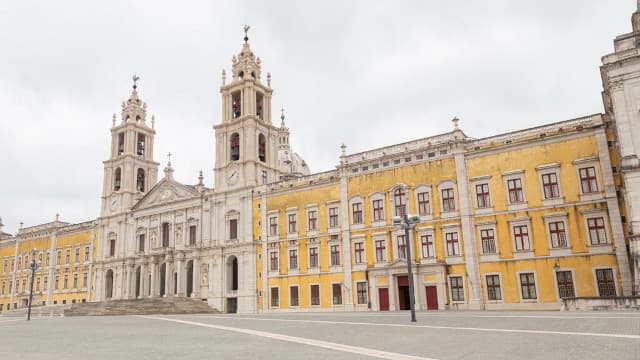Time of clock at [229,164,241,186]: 1:38
